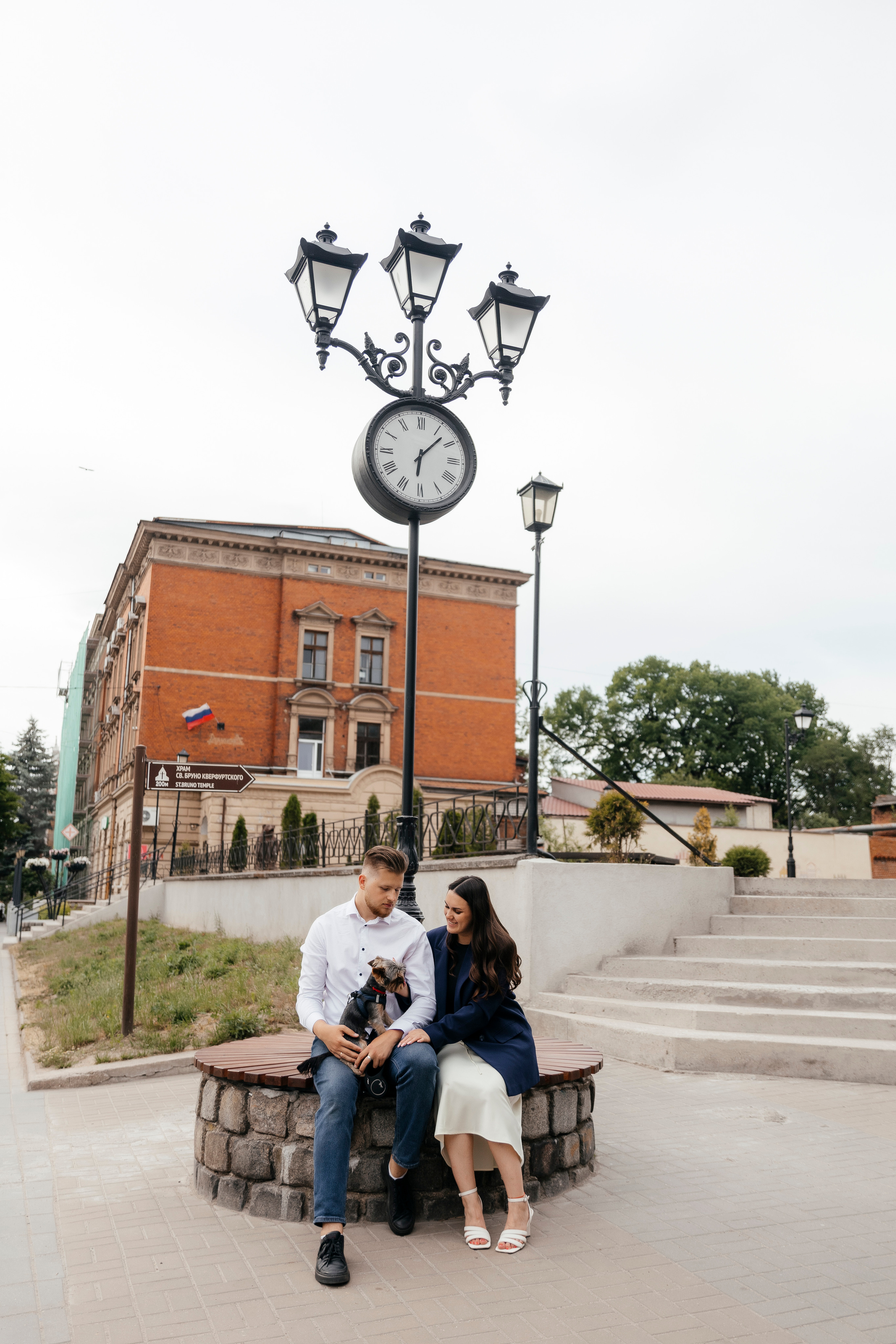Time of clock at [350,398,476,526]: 6:07
